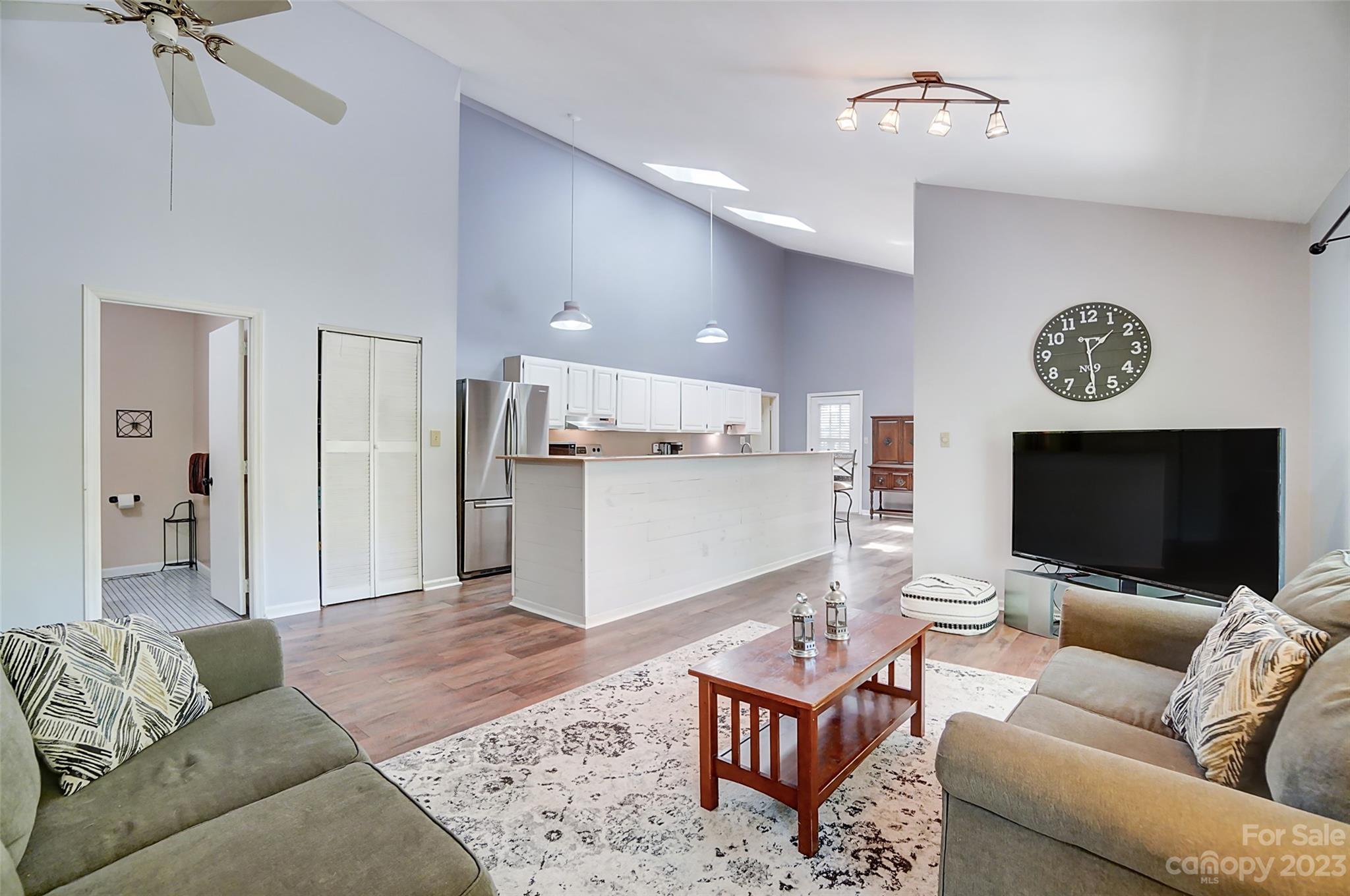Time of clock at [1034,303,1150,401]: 1:29
